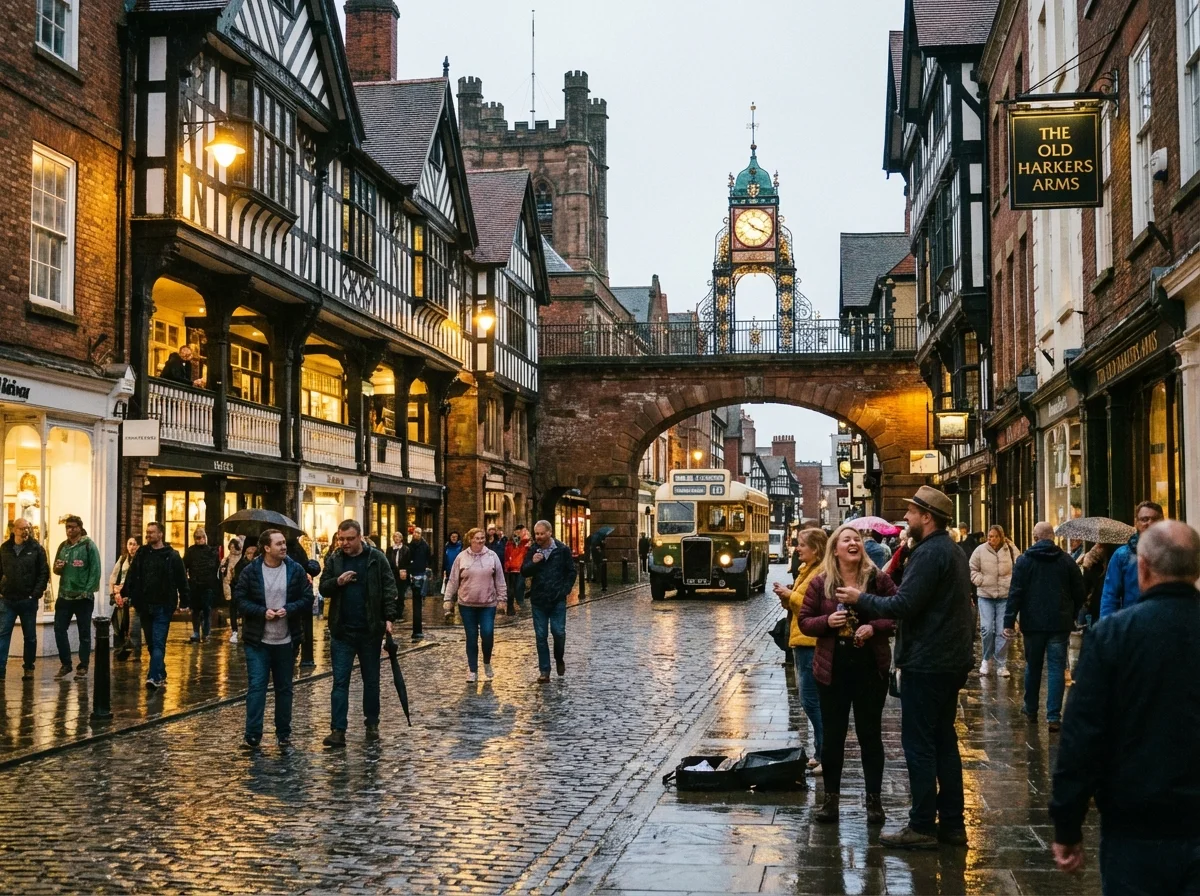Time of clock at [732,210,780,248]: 10:18
